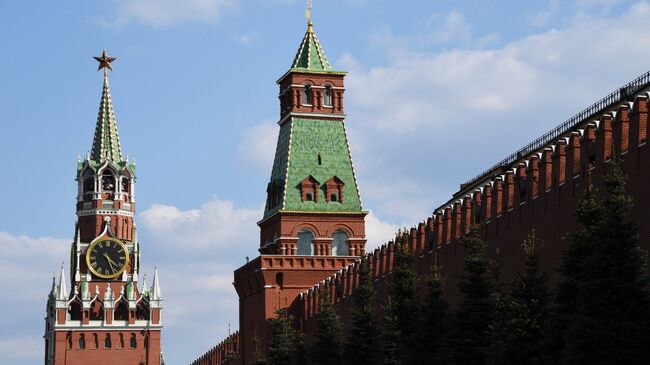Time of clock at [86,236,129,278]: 4:26
